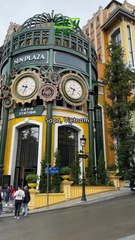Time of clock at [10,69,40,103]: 9:33
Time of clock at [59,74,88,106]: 9:34
